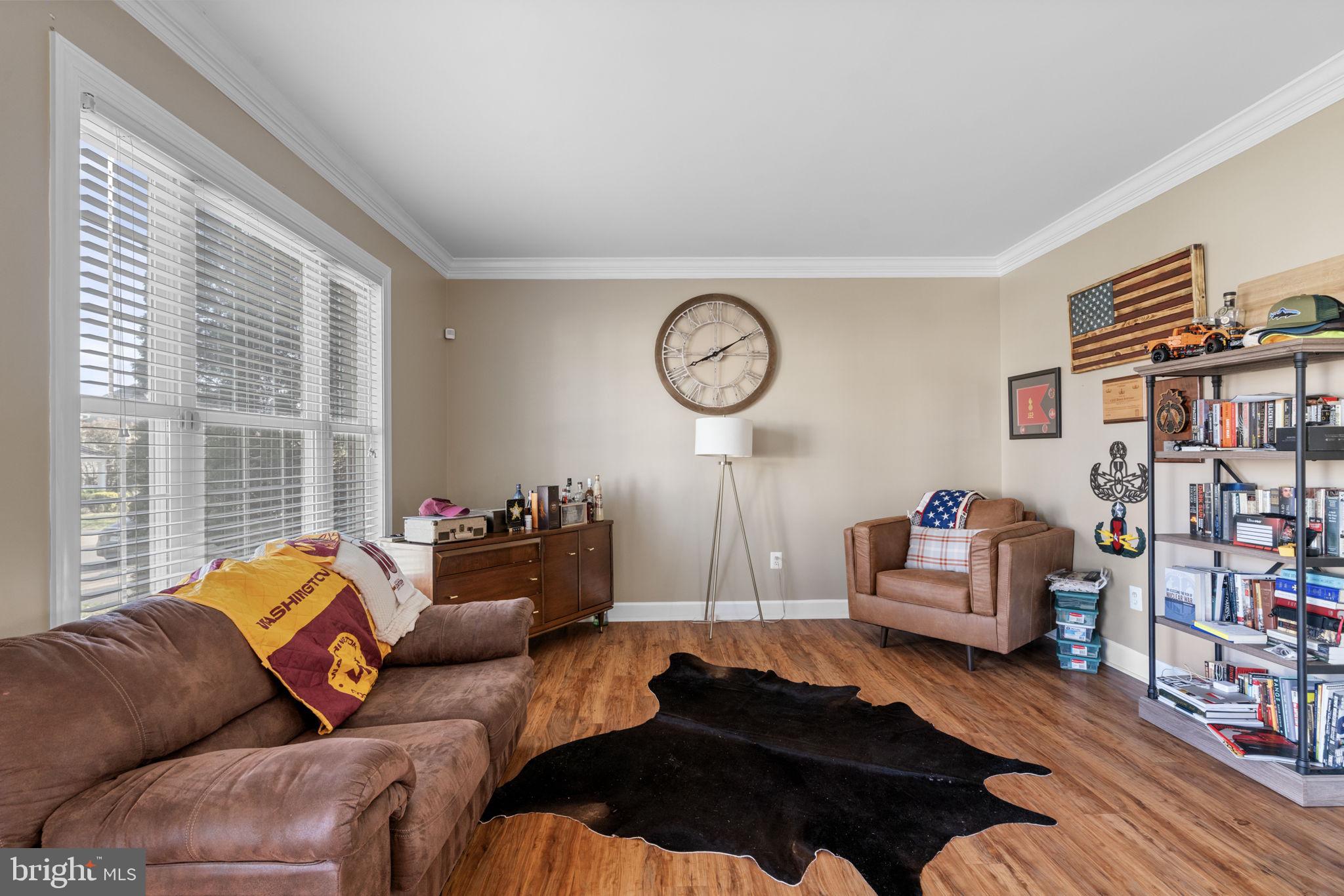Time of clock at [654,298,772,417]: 8:09
